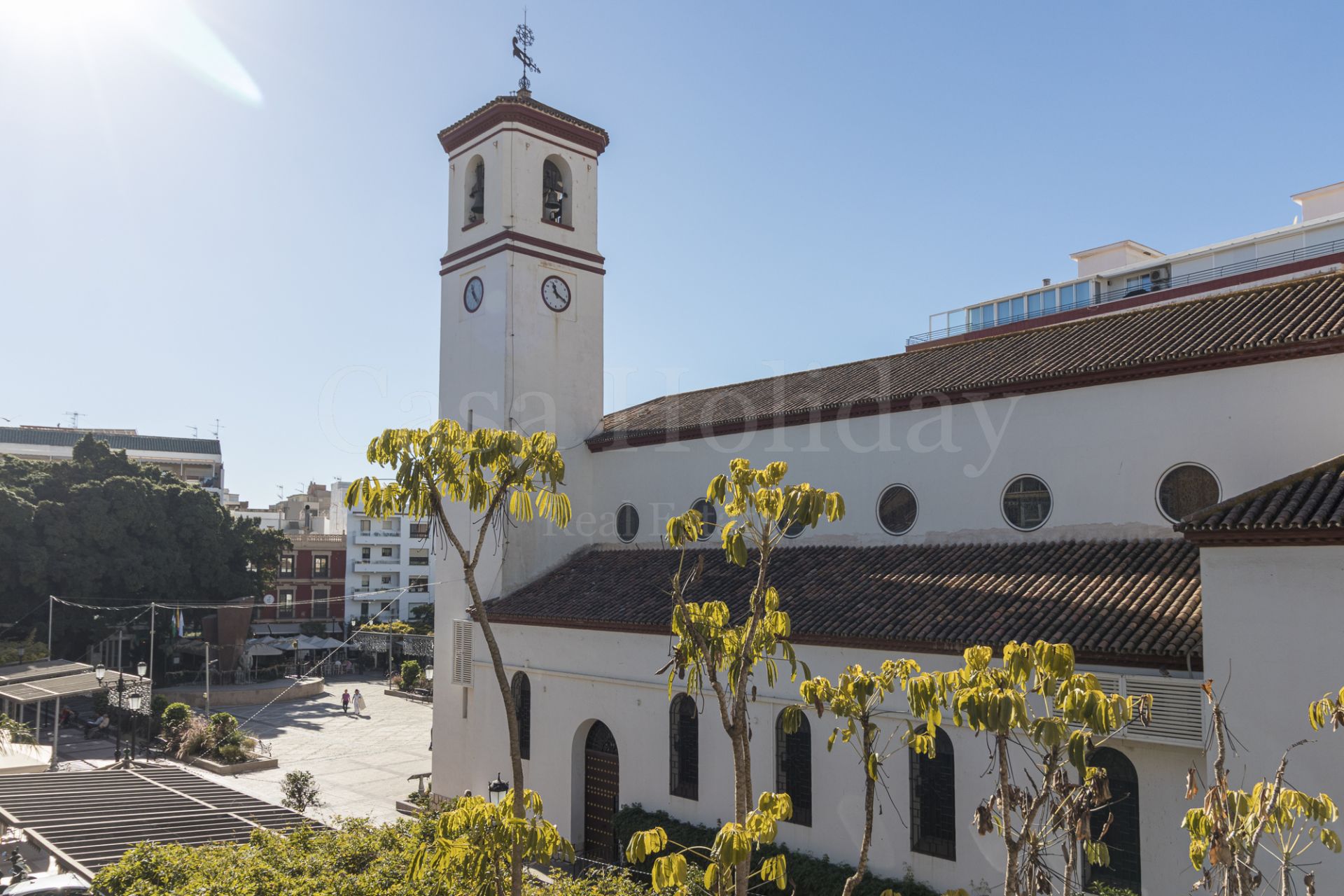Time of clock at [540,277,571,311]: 11:19
